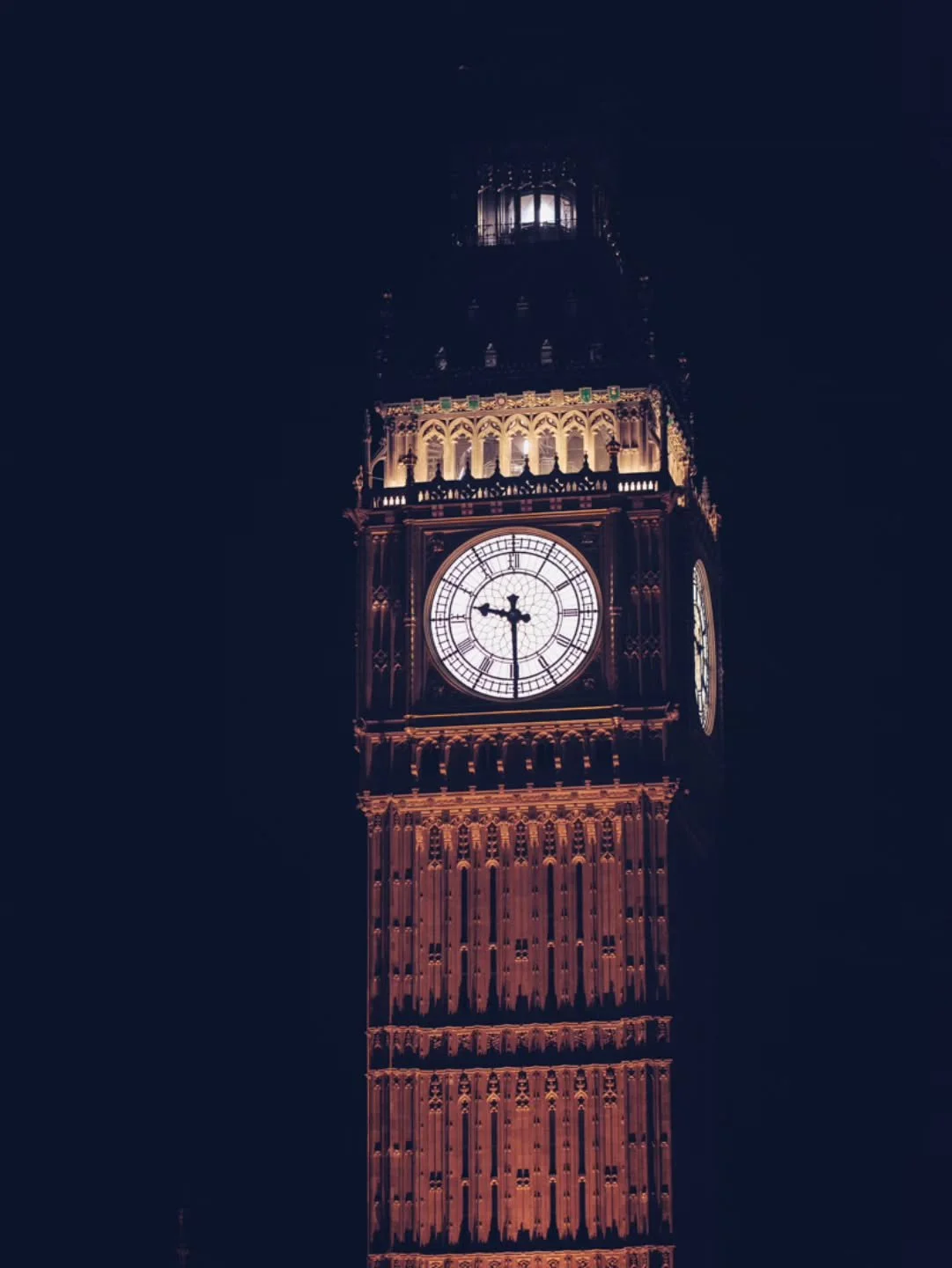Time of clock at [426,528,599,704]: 9:29
